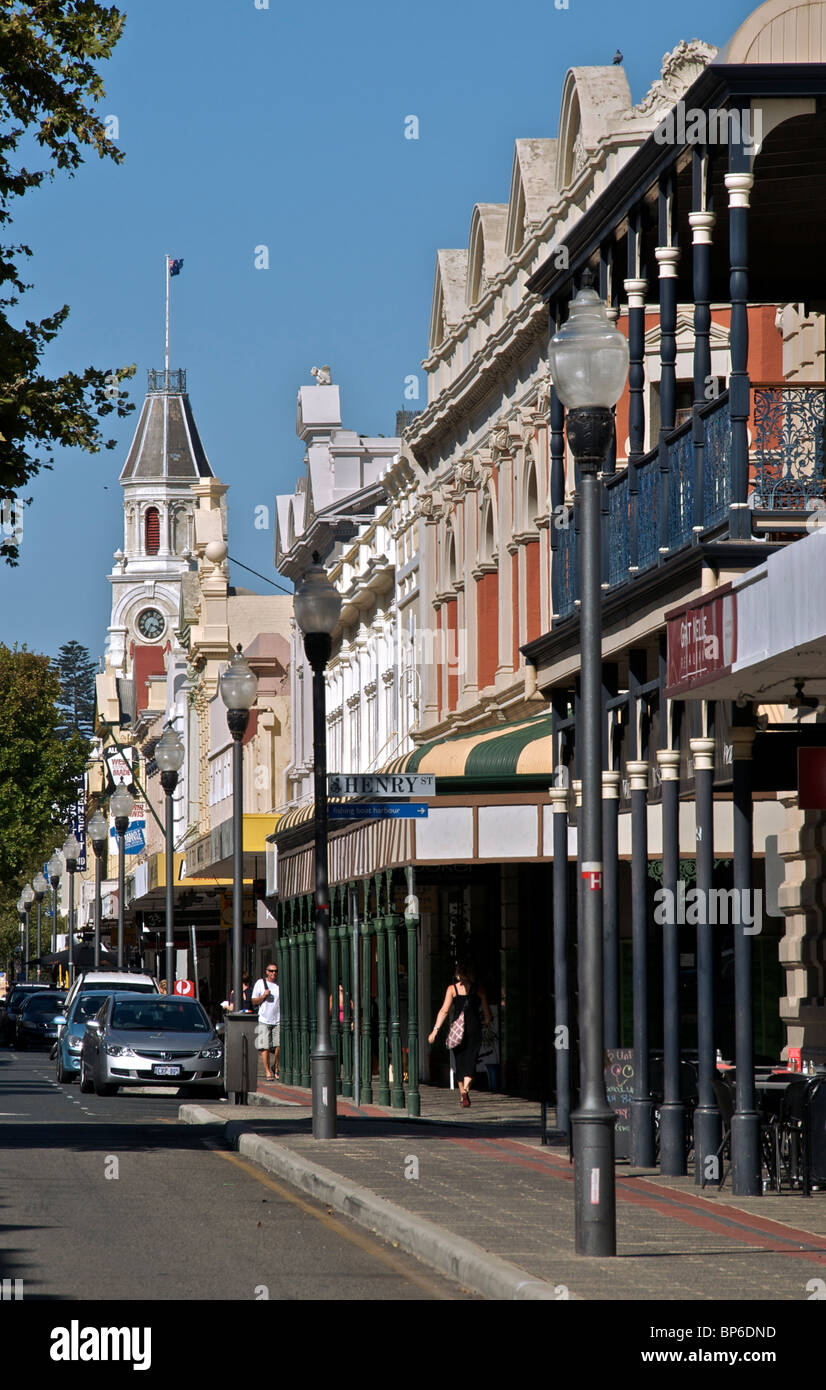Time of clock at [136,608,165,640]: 3:34
